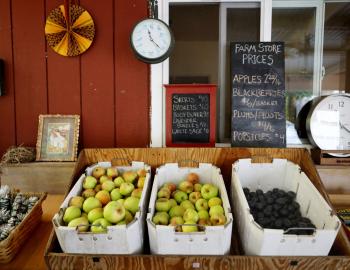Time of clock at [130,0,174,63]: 11:22
